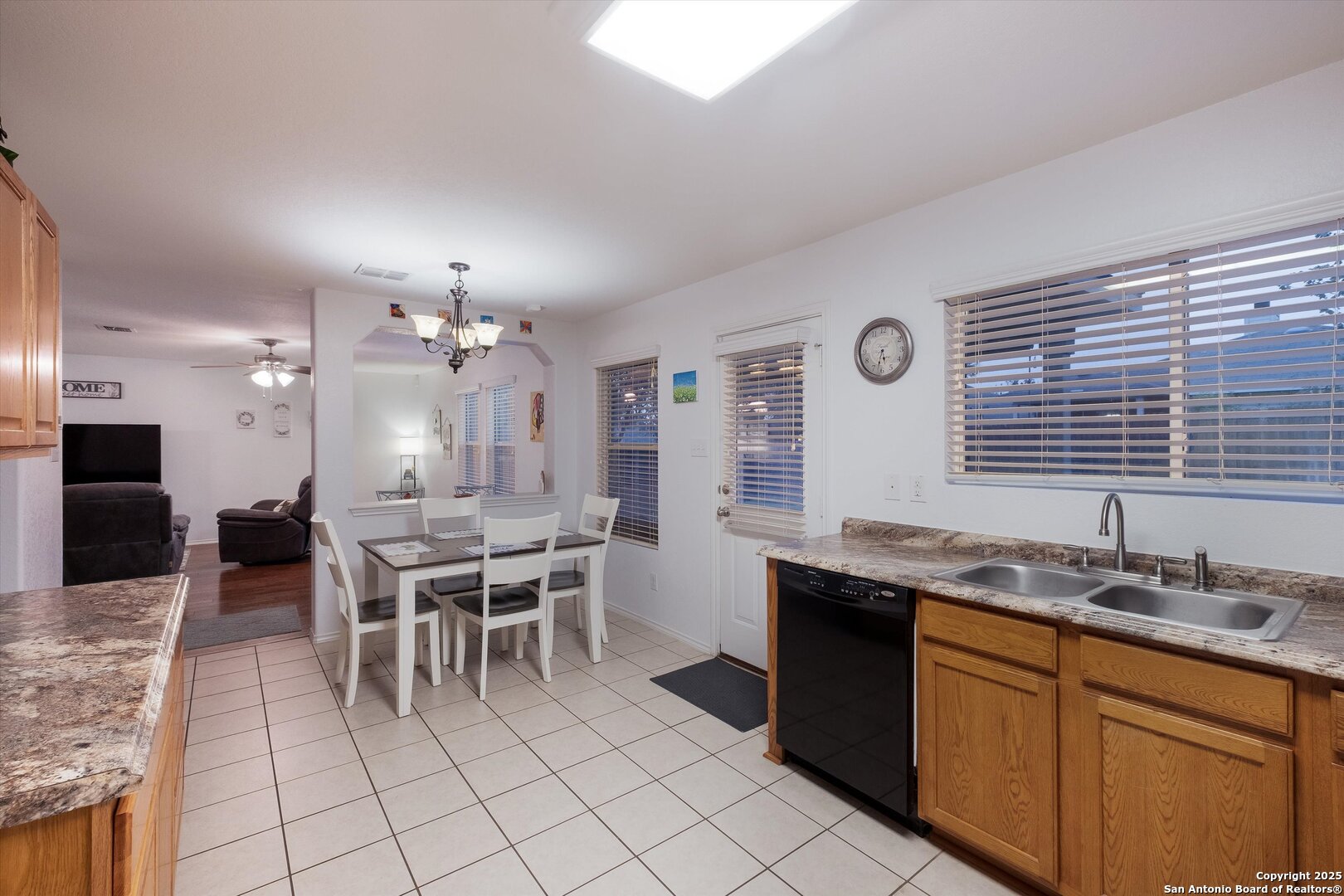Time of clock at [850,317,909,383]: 5:32
